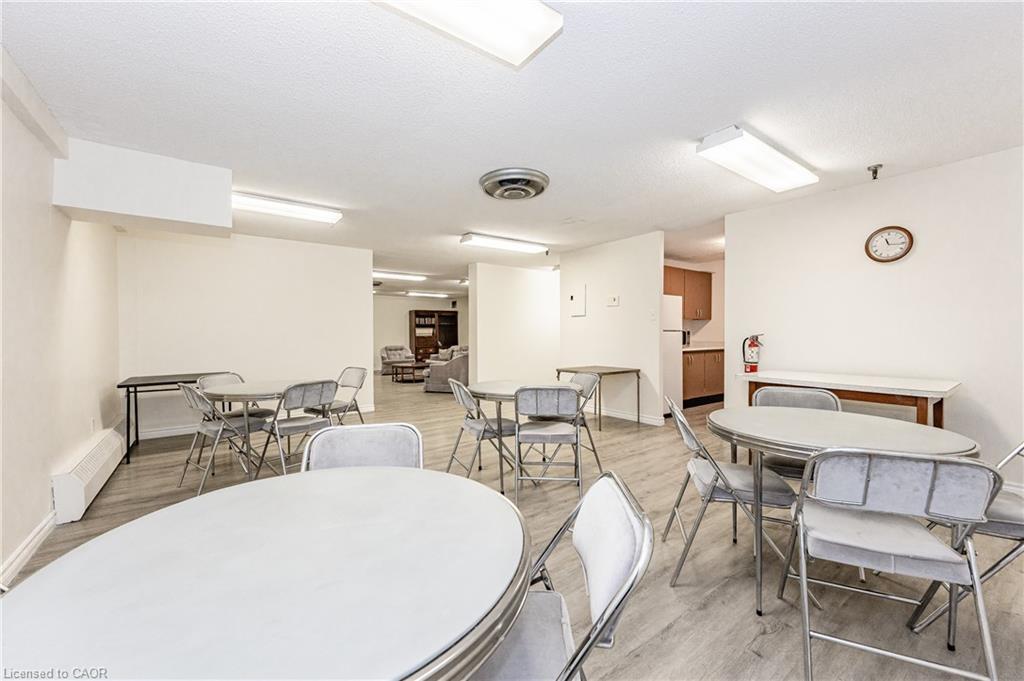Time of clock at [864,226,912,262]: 11:16
